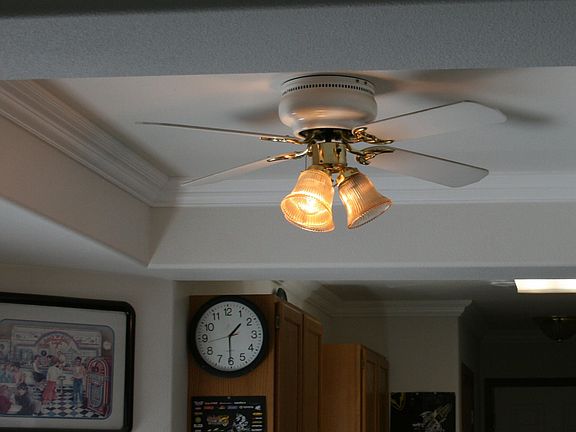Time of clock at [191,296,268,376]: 1:30
